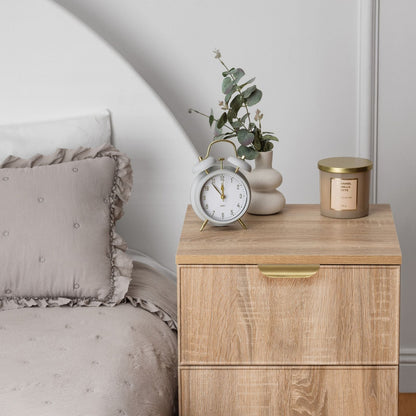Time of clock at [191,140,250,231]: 11:53
